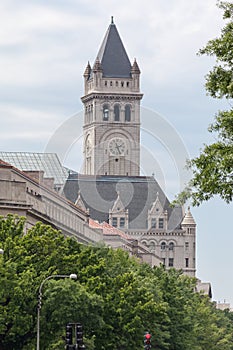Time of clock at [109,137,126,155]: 2:26
